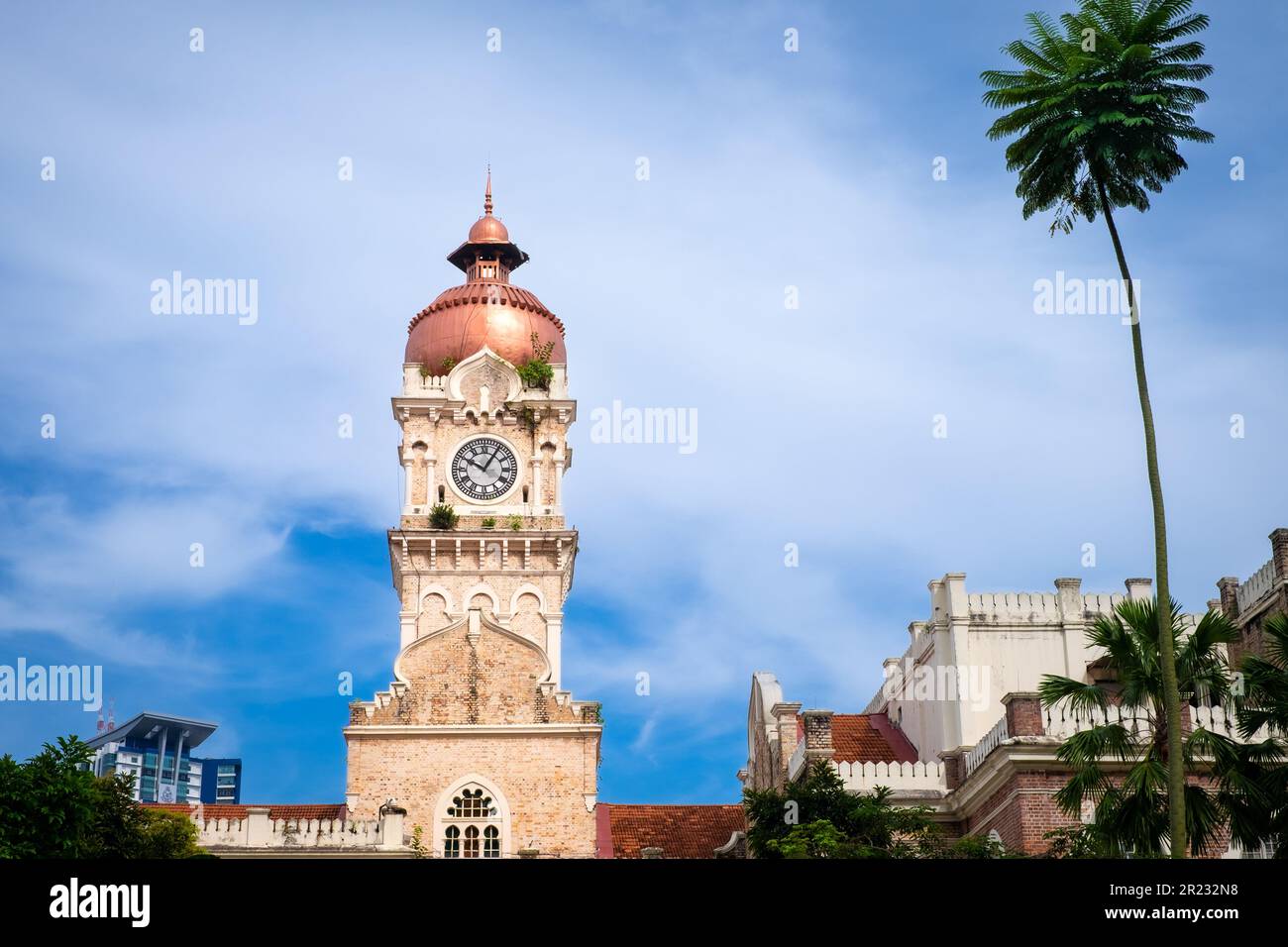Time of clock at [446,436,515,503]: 10:05
